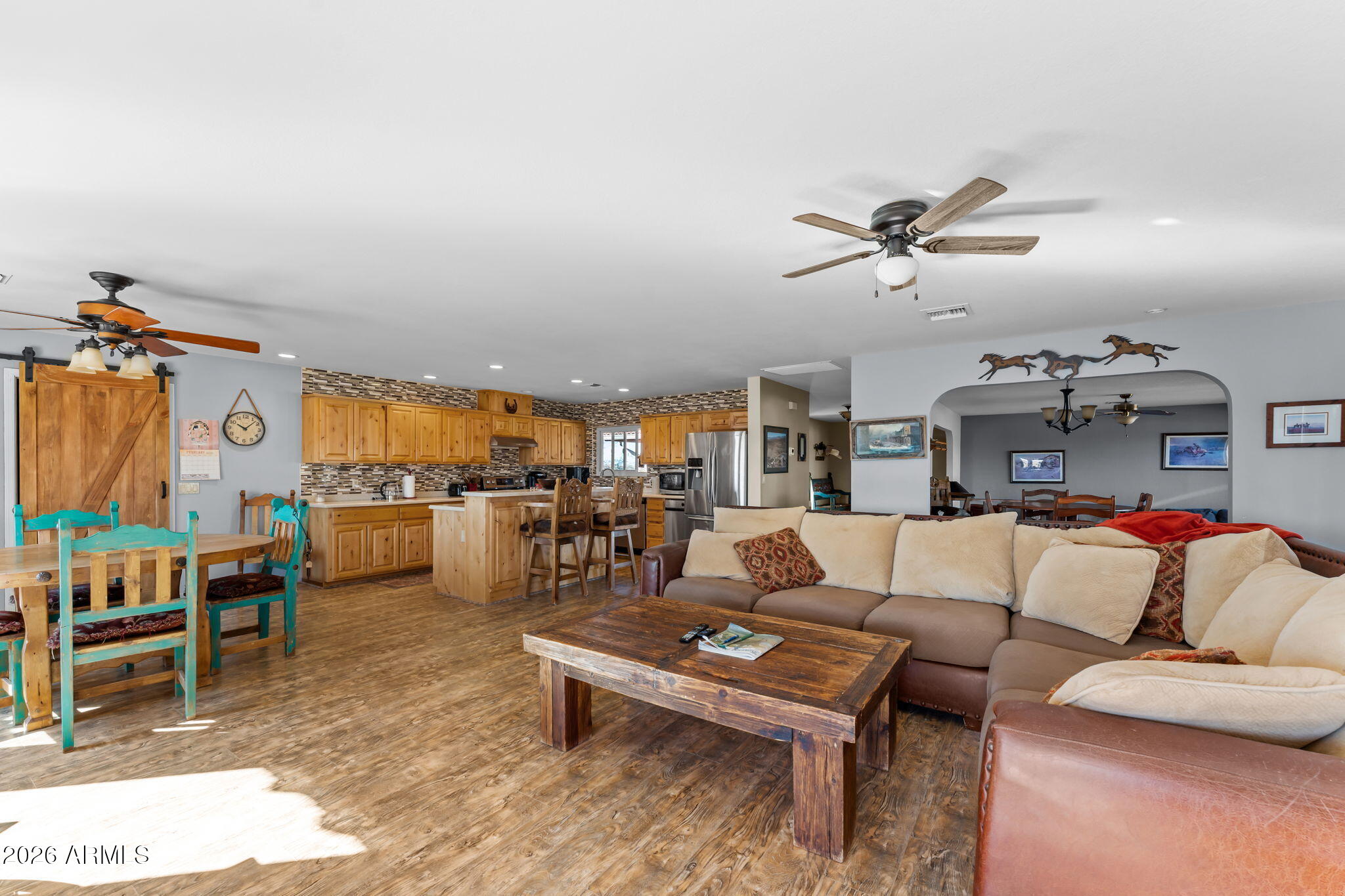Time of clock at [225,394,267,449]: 10:07
